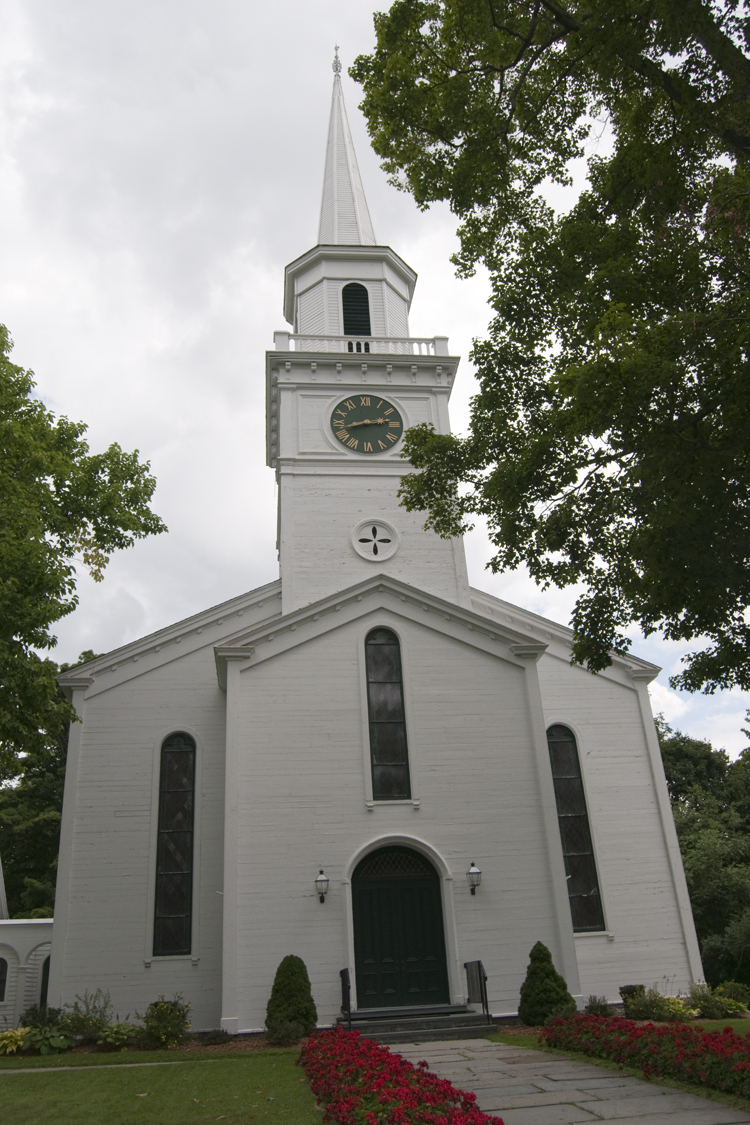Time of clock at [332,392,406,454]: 2:42
